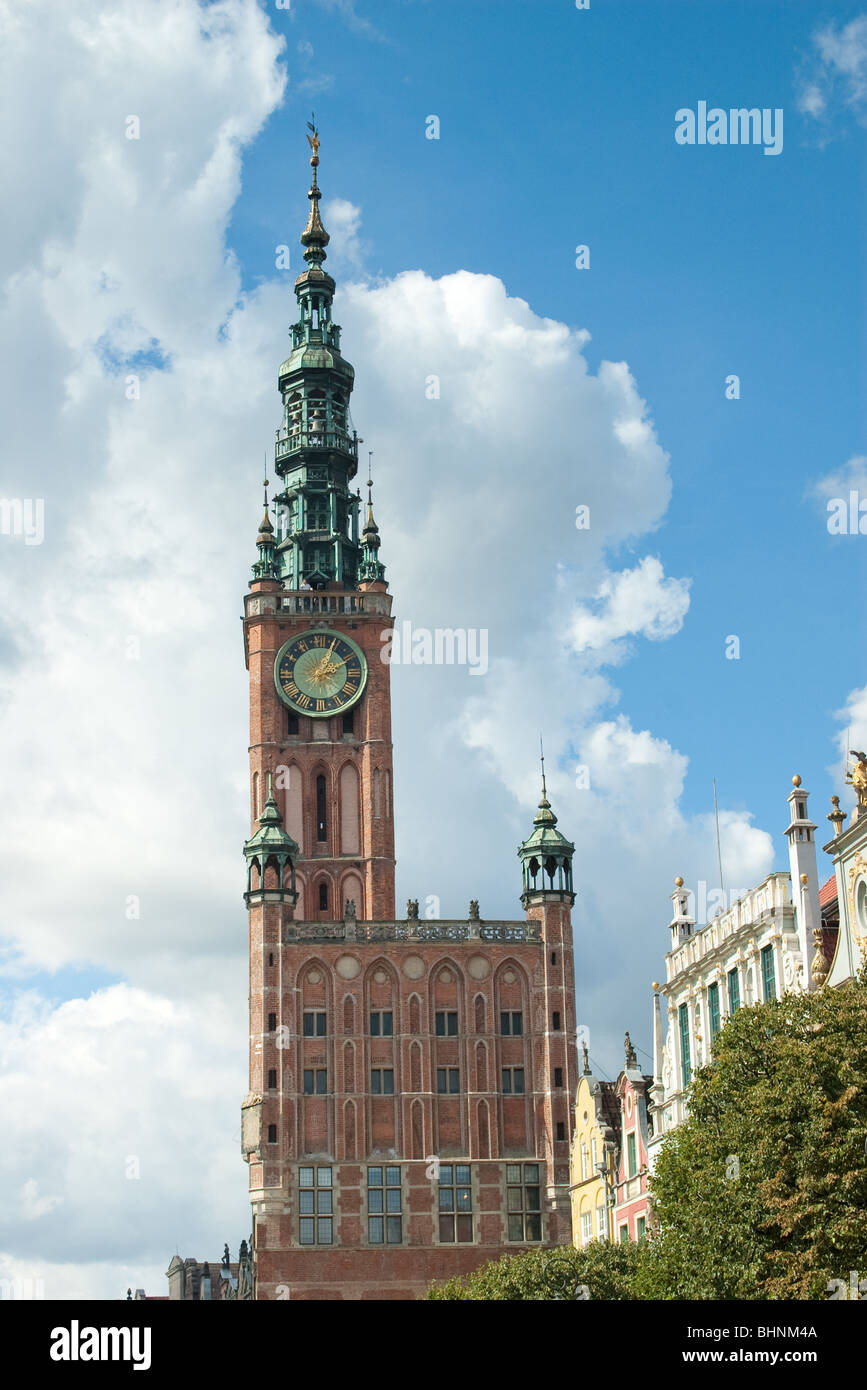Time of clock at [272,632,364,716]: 2:04
